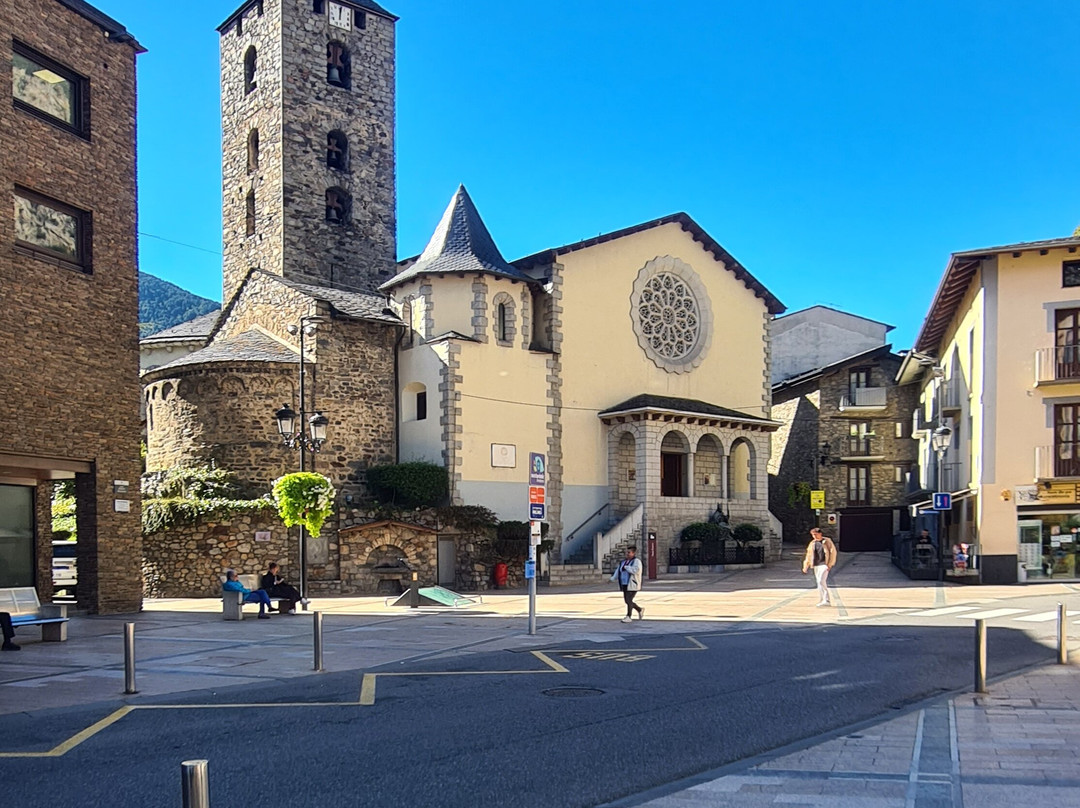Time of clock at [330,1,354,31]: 12:01
